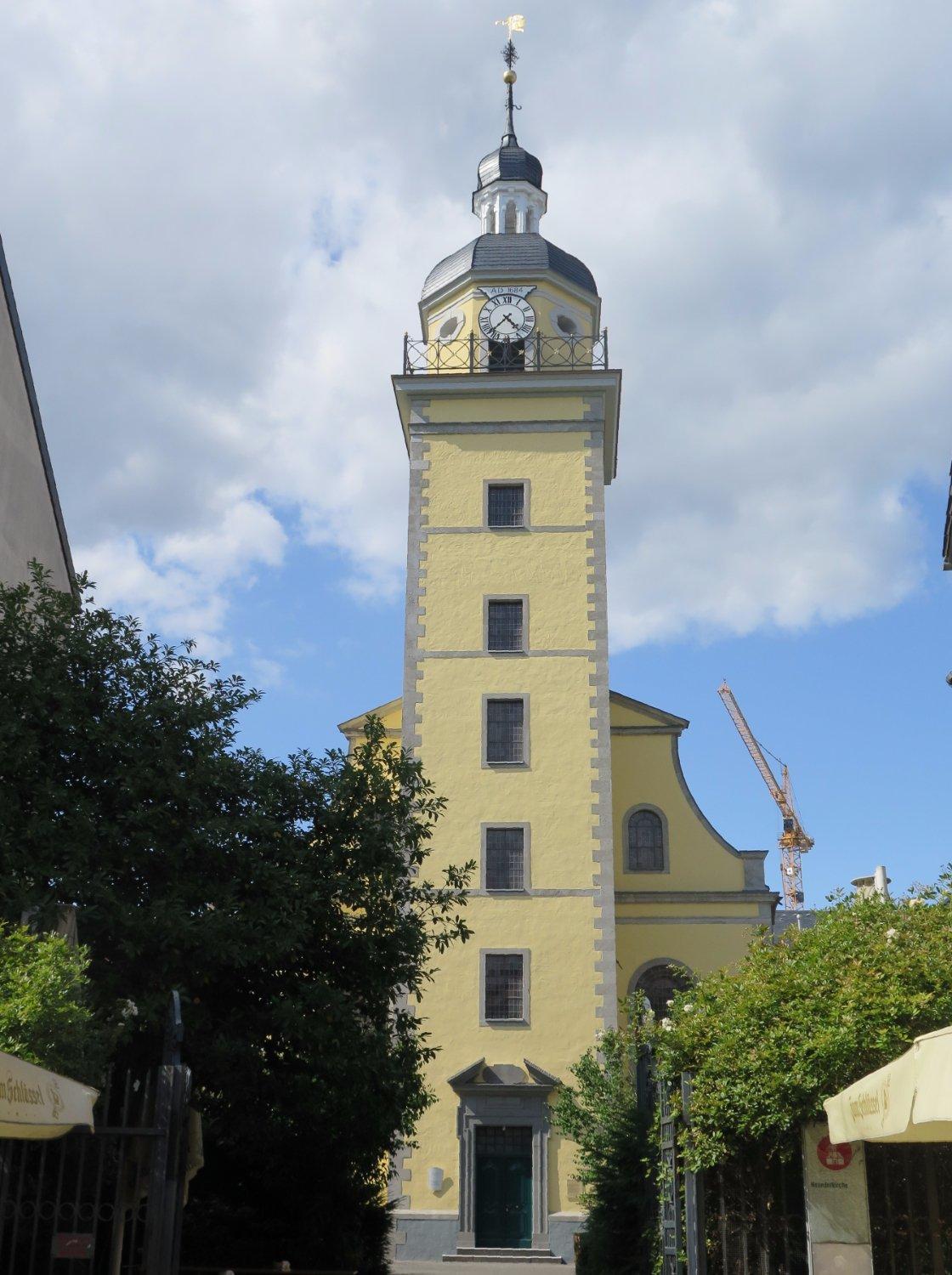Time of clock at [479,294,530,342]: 4:37
